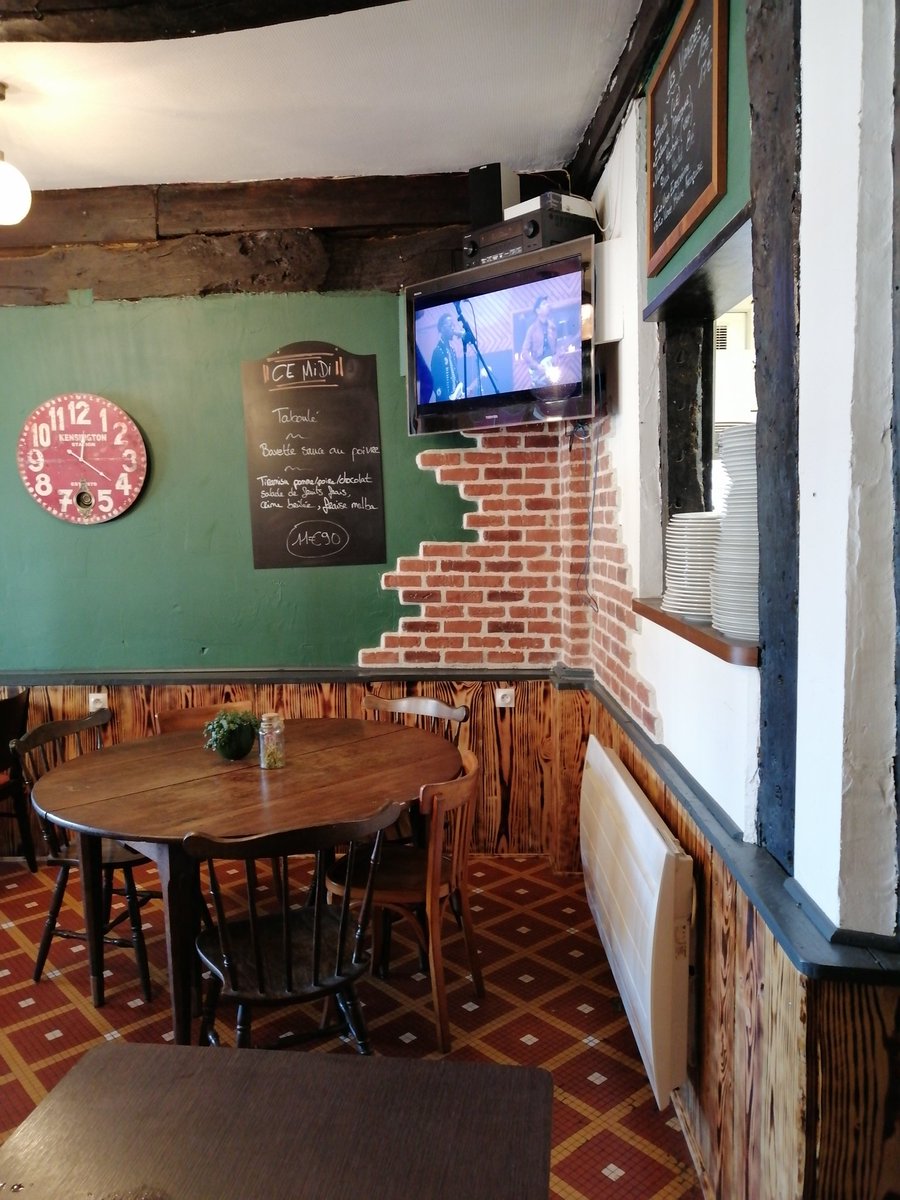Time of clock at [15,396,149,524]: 12:20
